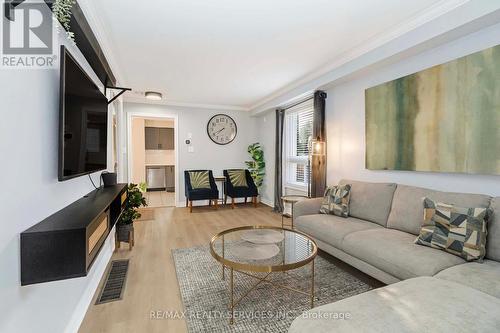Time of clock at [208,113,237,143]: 7:40
